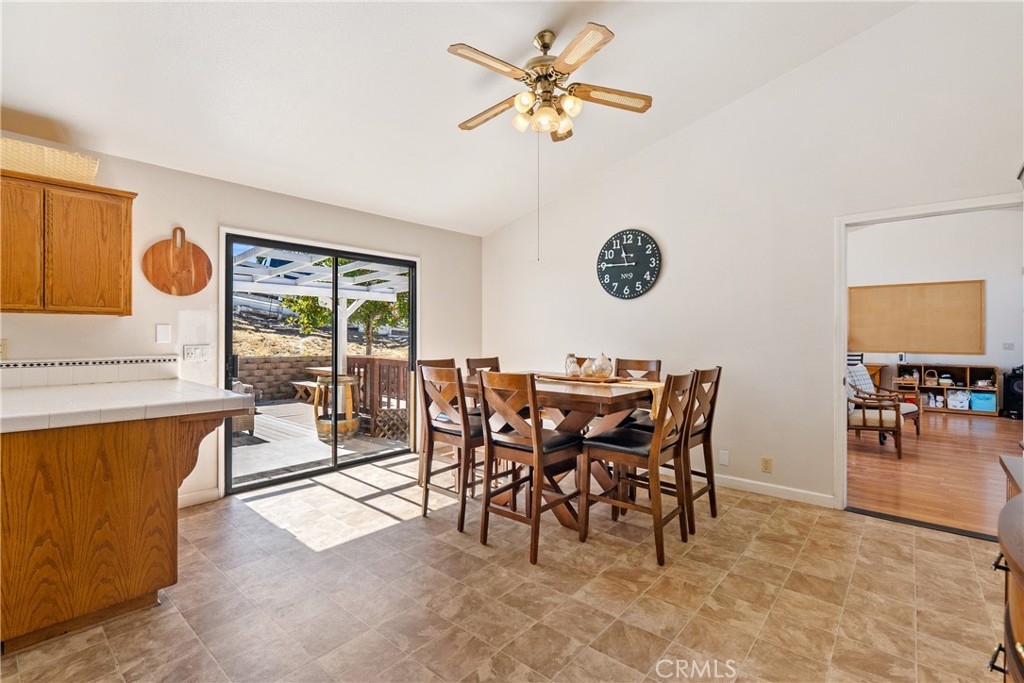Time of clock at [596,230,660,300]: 11:45
